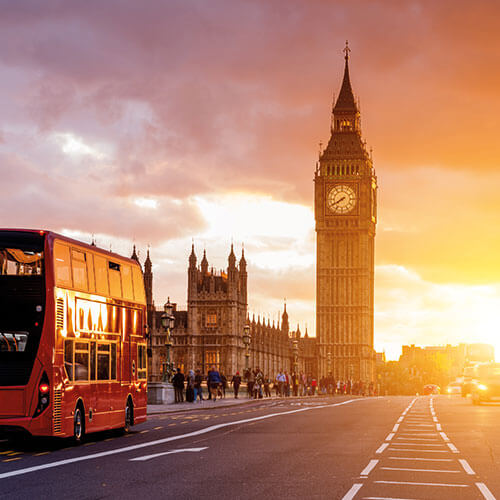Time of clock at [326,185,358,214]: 7:40
